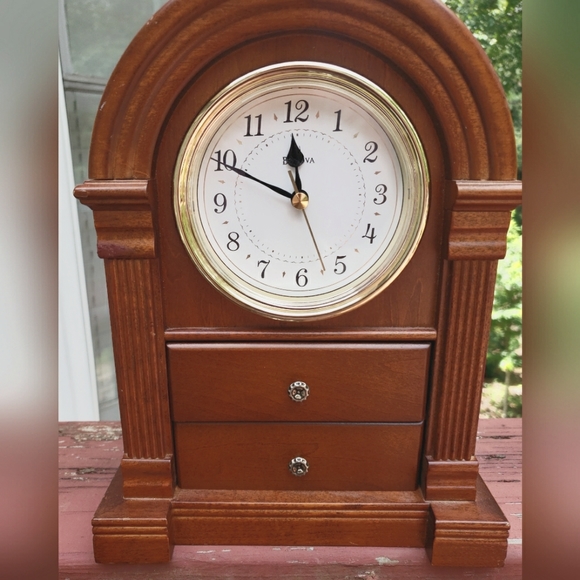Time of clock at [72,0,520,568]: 11:49
